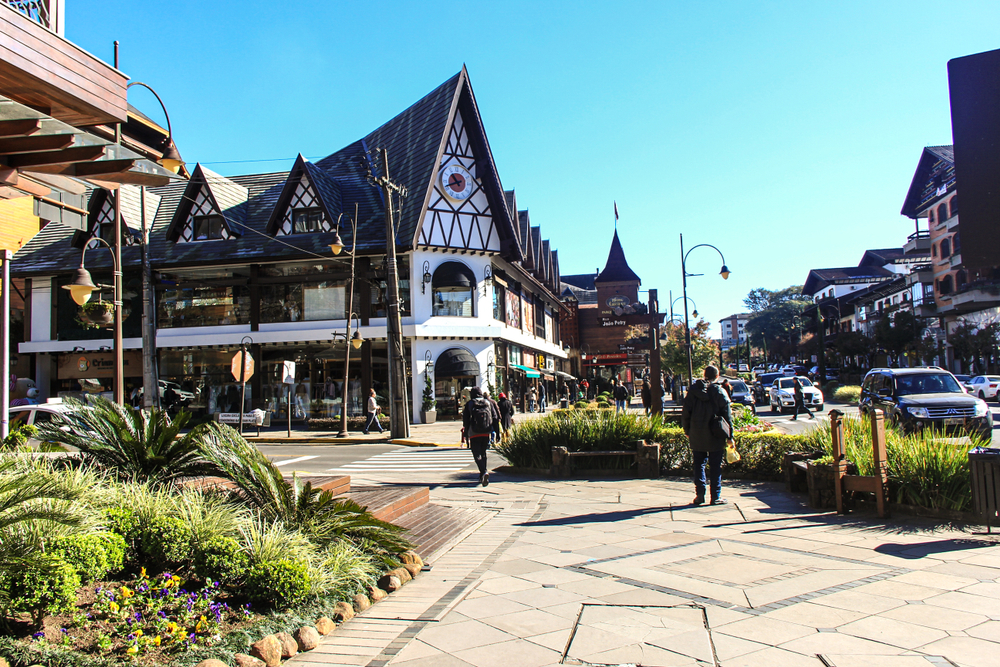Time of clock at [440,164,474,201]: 10:41
